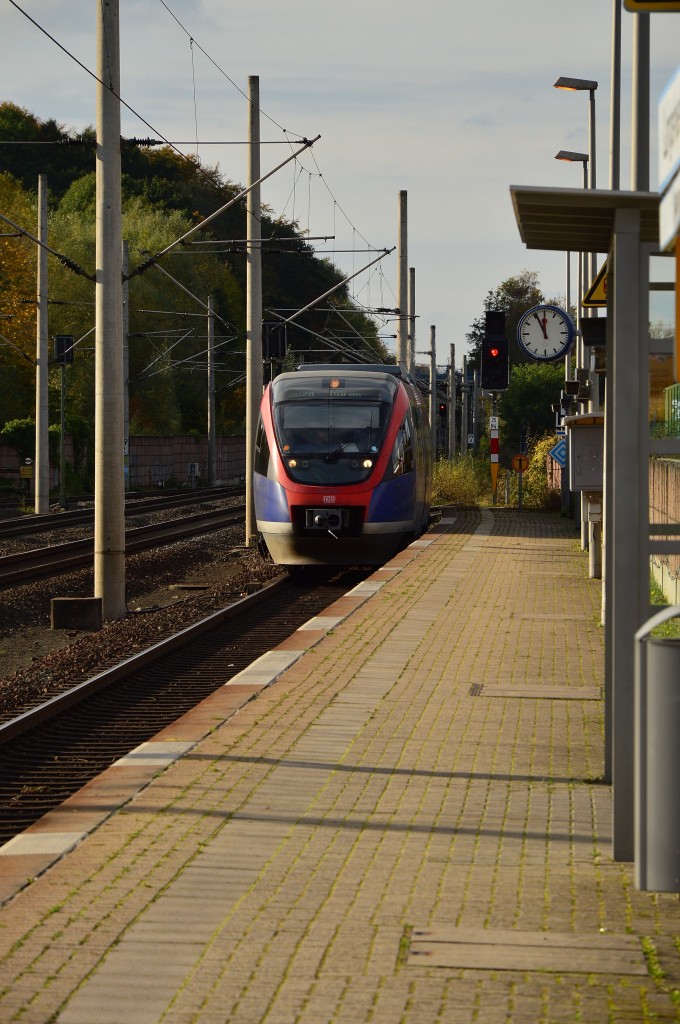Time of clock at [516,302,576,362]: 11:55
